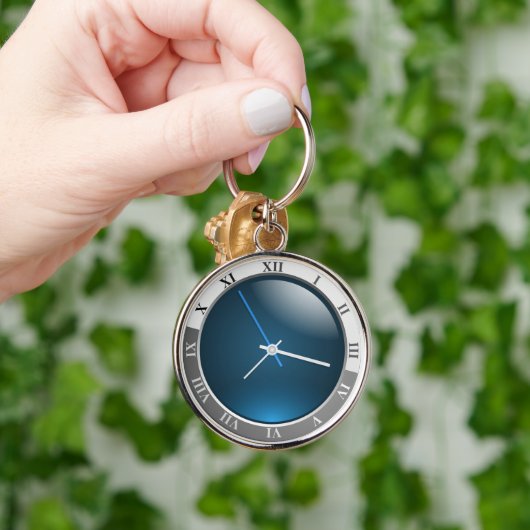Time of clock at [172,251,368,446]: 7:17
